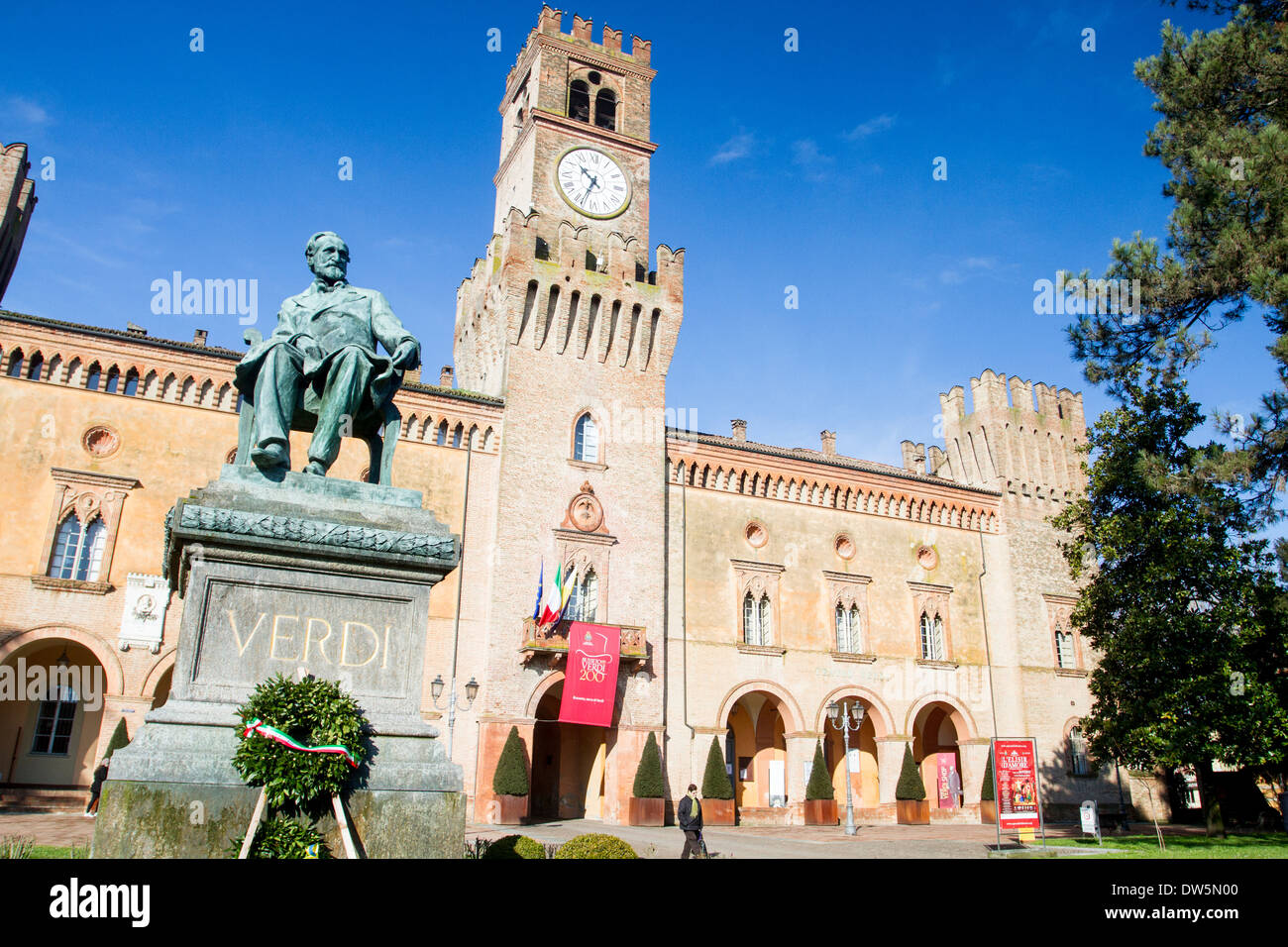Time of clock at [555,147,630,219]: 10:34
